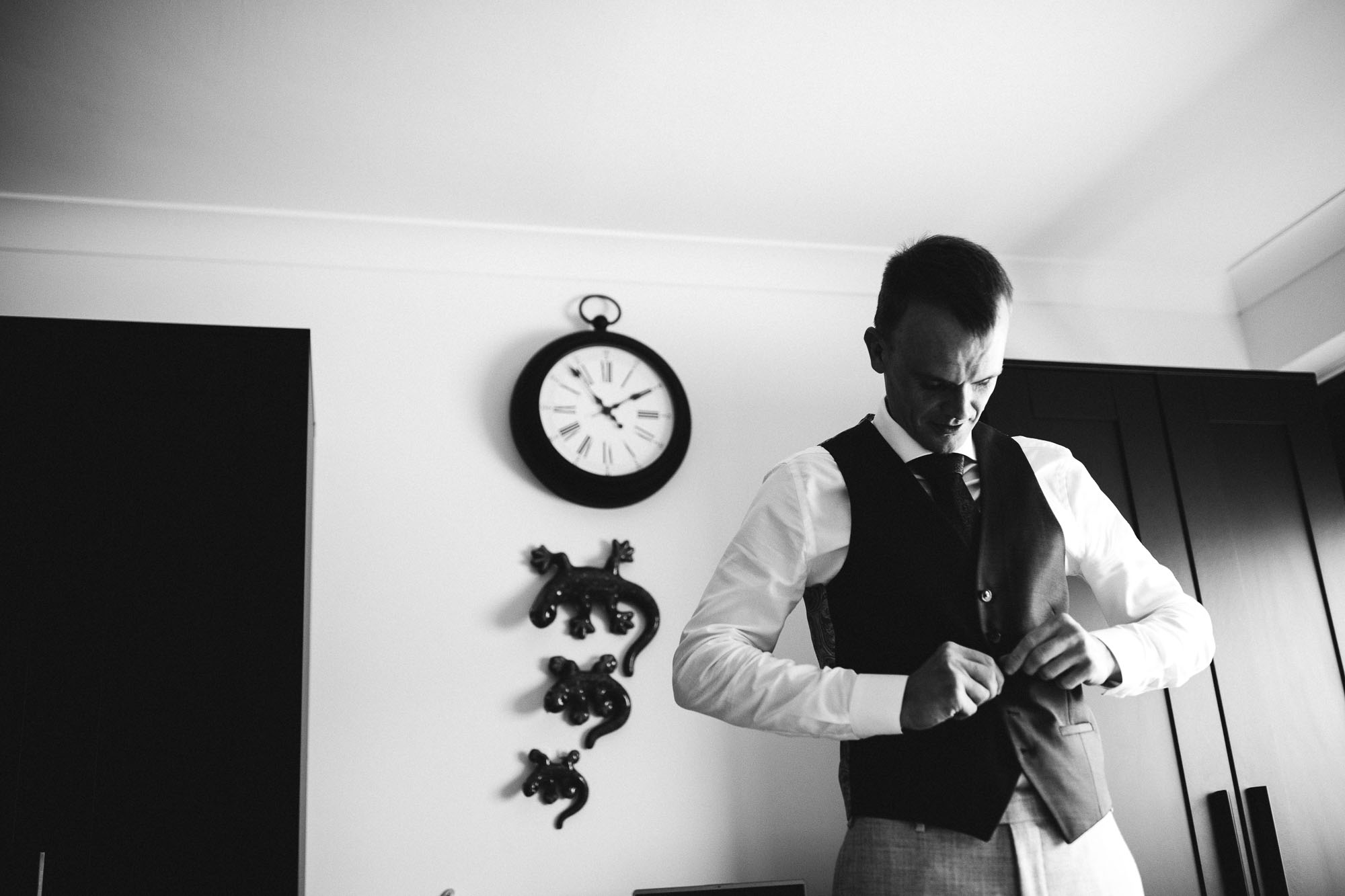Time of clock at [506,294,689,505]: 1:53
